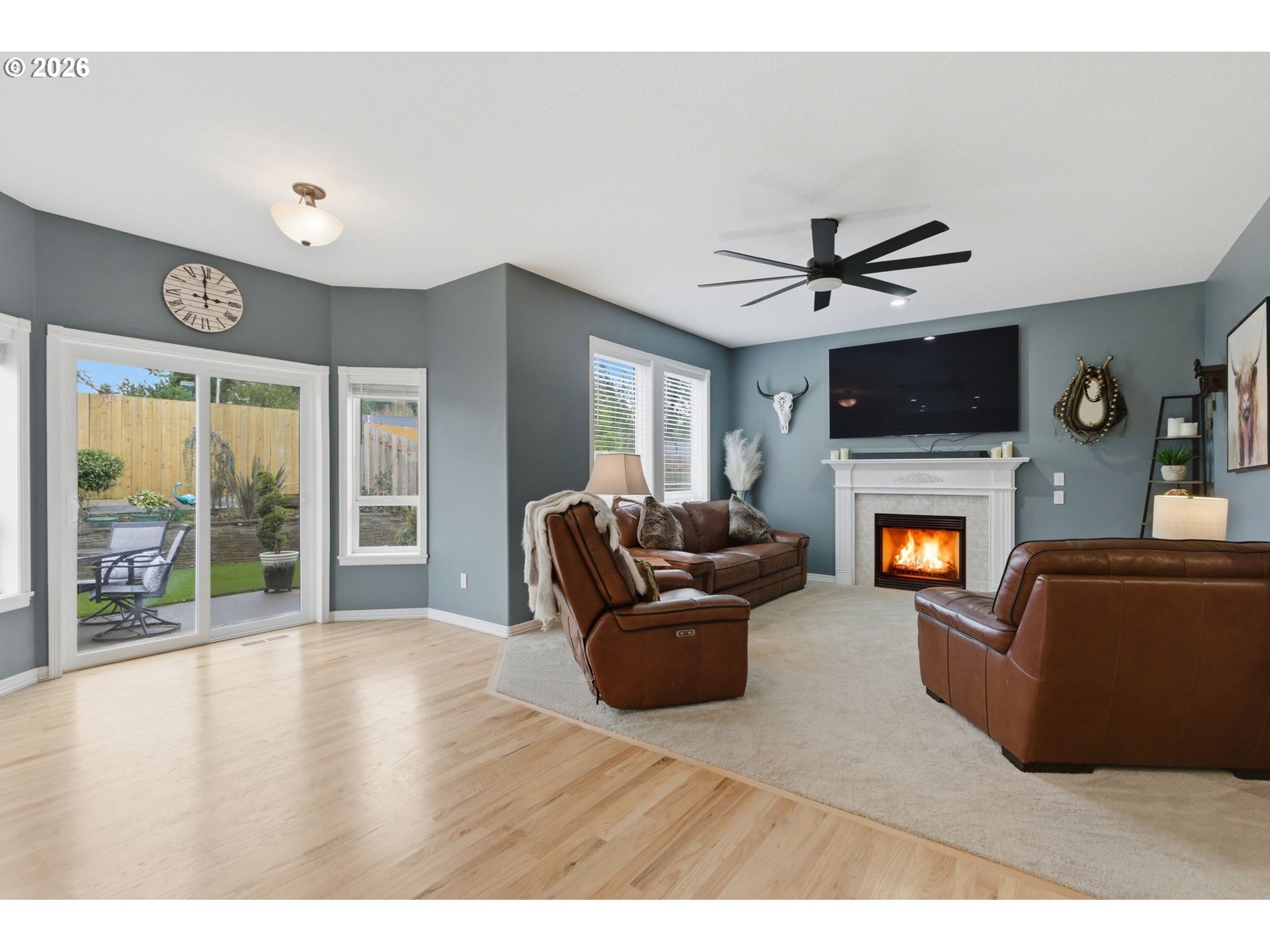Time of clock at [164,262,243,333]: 2:59
